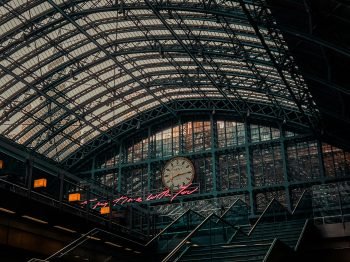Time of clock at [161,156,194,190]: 8:14
